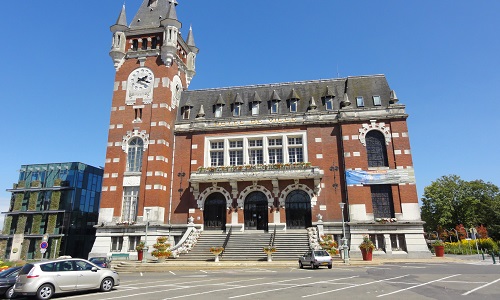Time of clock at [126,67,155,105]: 2:18
